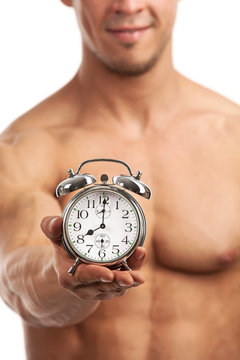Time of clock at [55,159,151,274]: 8:00
